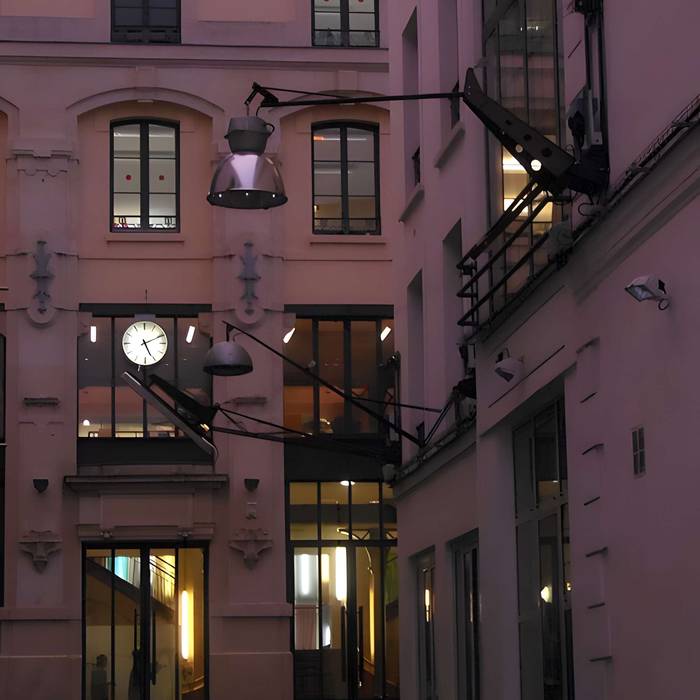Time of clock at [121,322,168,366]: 5:11
